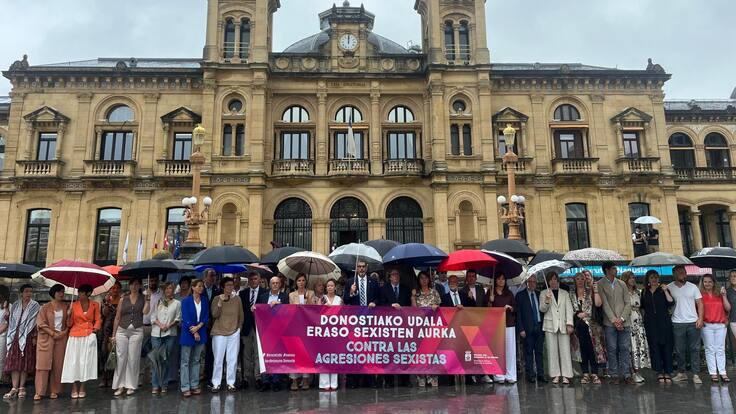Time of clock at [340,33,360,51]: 12:00
